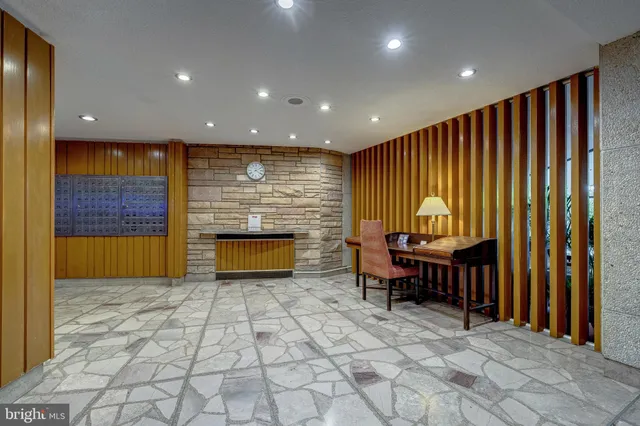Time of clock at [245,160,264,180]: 4:10
